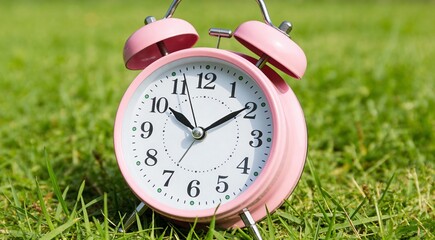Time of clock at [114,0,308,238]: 10:09
